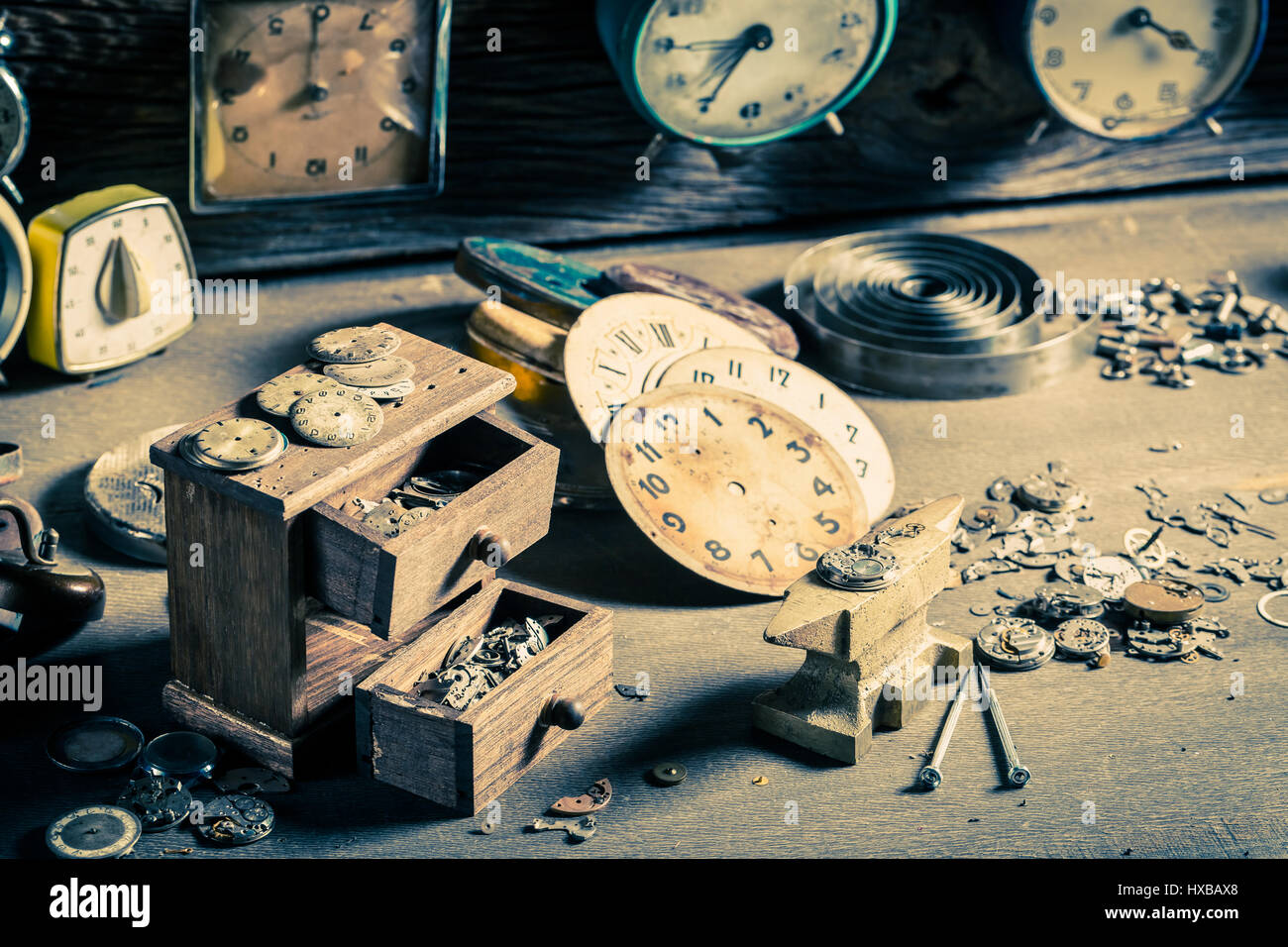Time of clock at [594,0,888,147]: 7:35
